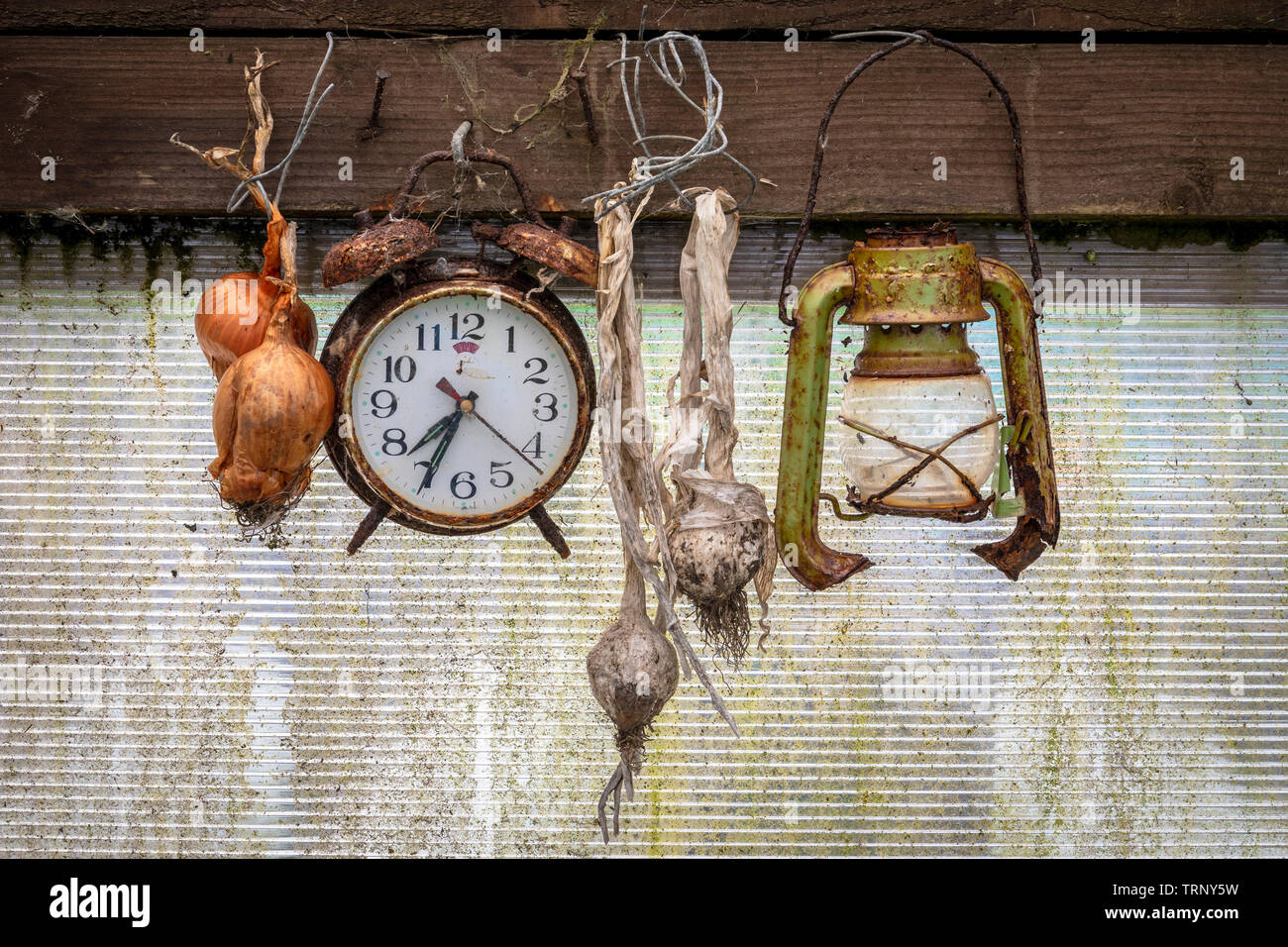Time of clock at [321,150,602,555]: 7:34
